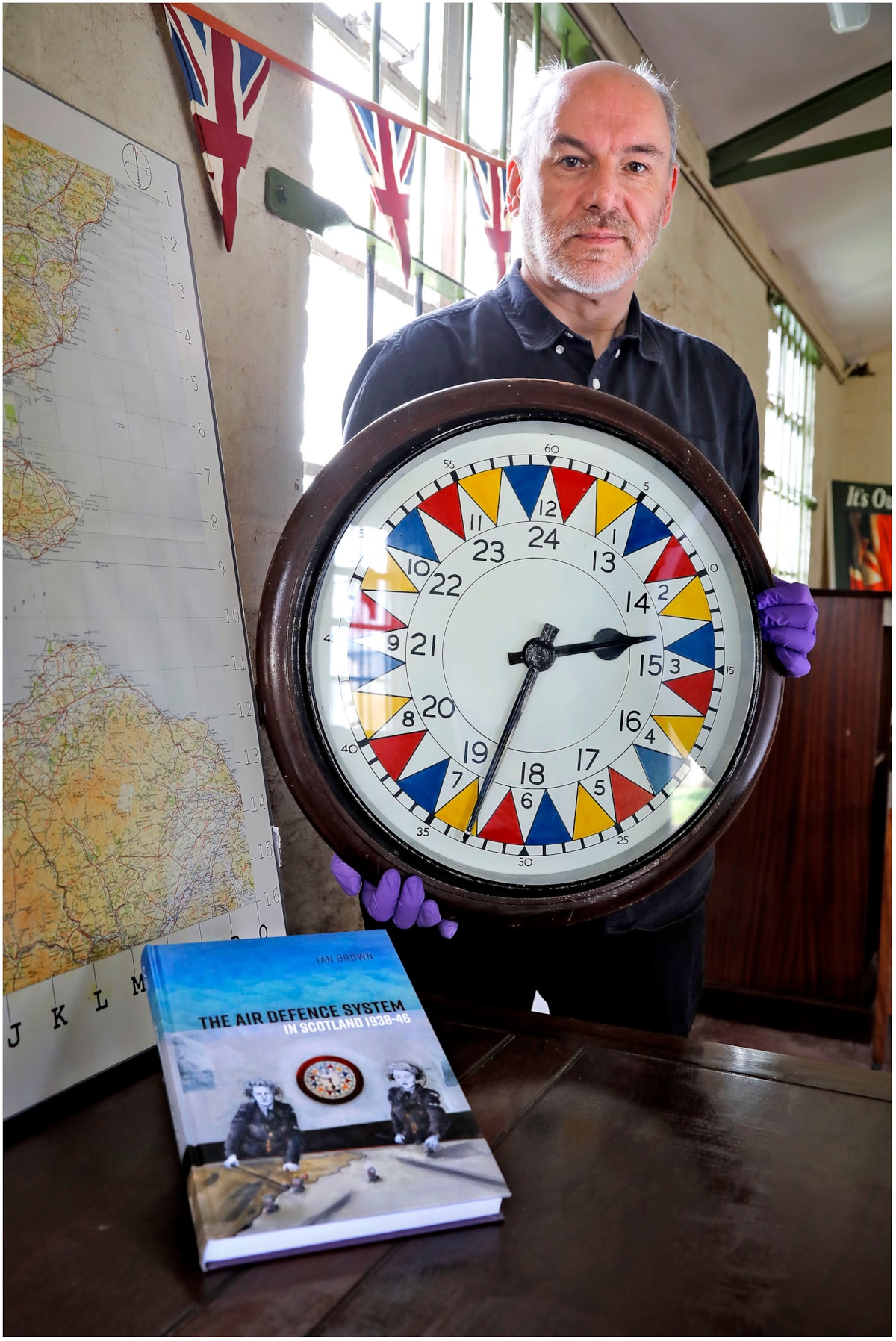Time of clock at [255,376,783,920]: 2:33
